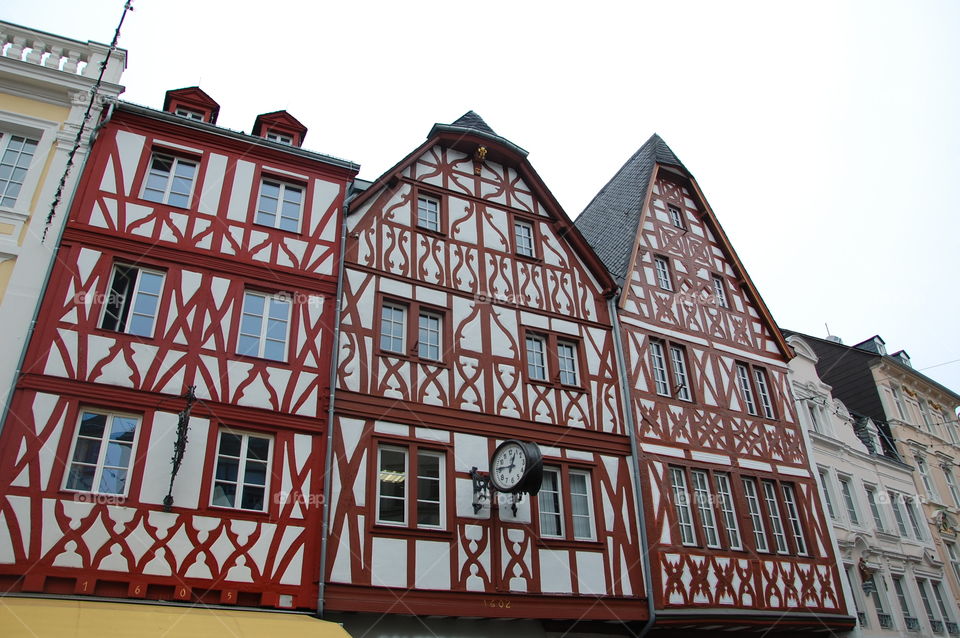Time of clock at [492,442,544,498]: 12:46
